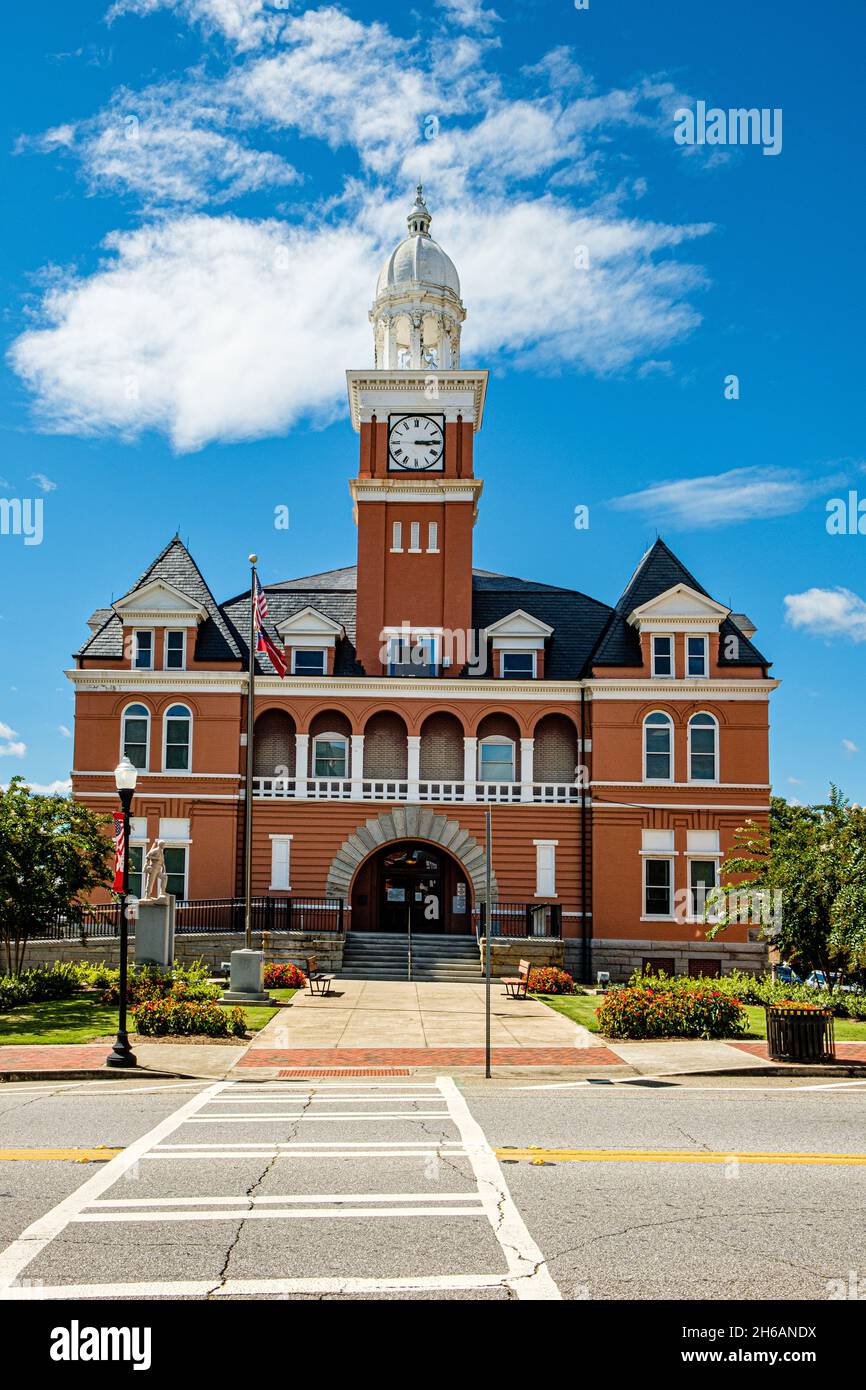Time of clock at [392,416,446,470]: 3:14
